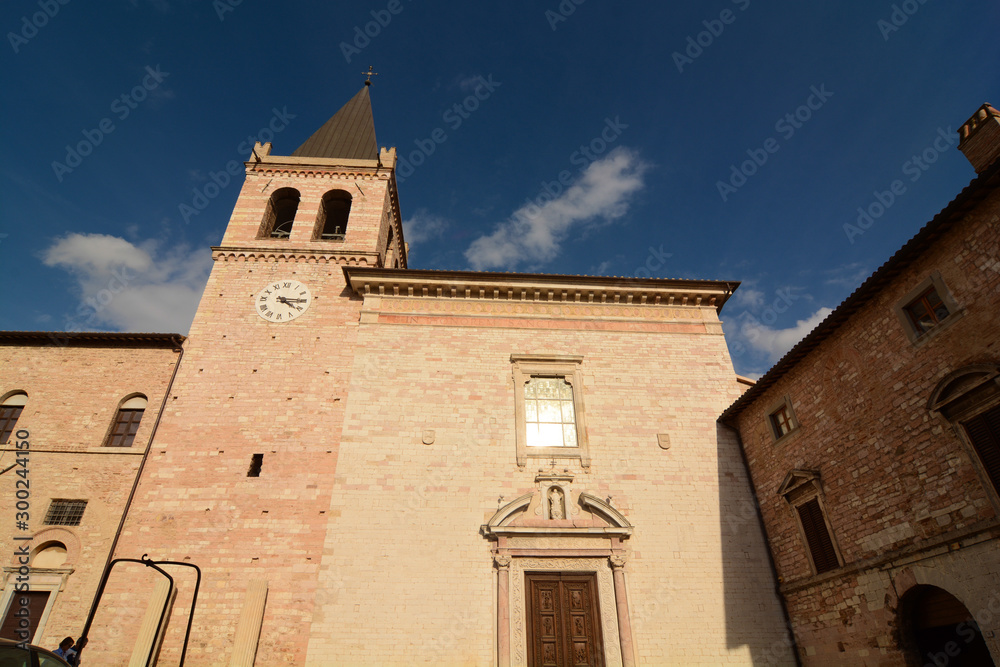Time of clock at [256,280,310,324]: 4:15
